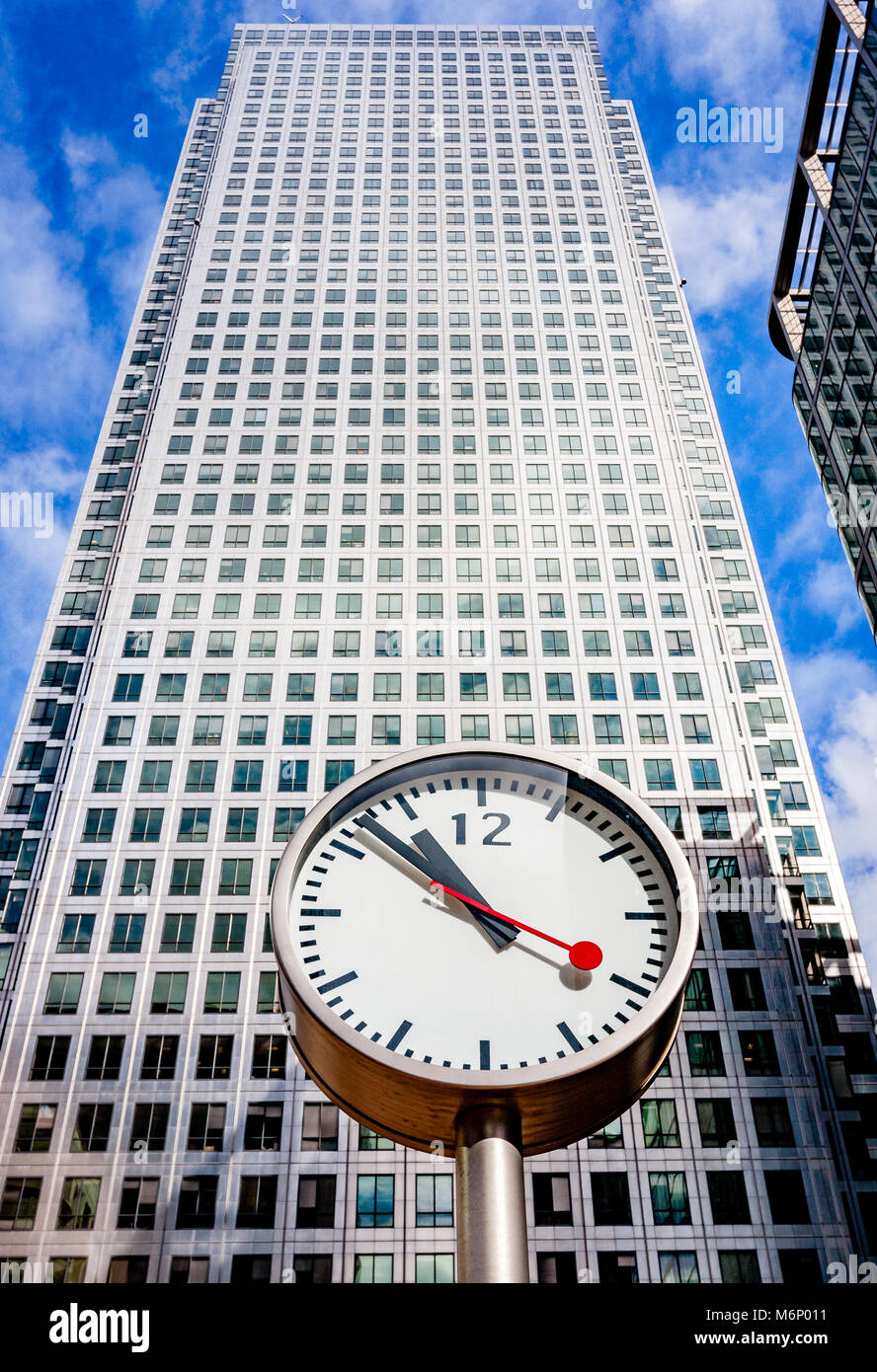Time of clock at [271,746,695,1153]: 10:52
